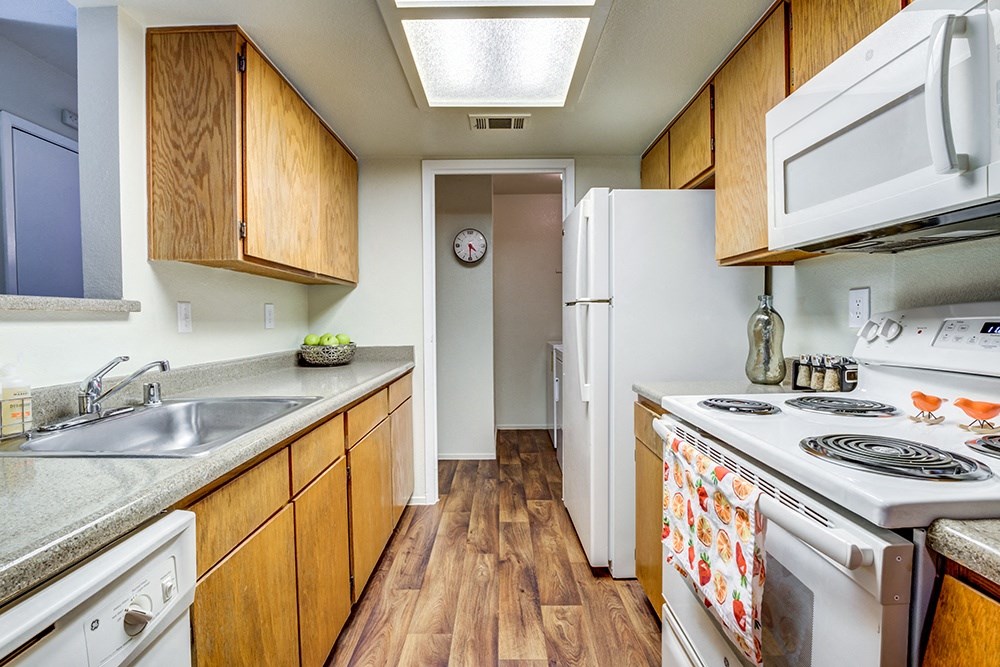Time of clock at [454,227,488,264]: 4:29
